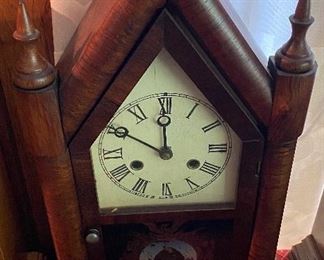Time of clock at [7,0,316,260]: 11:50
